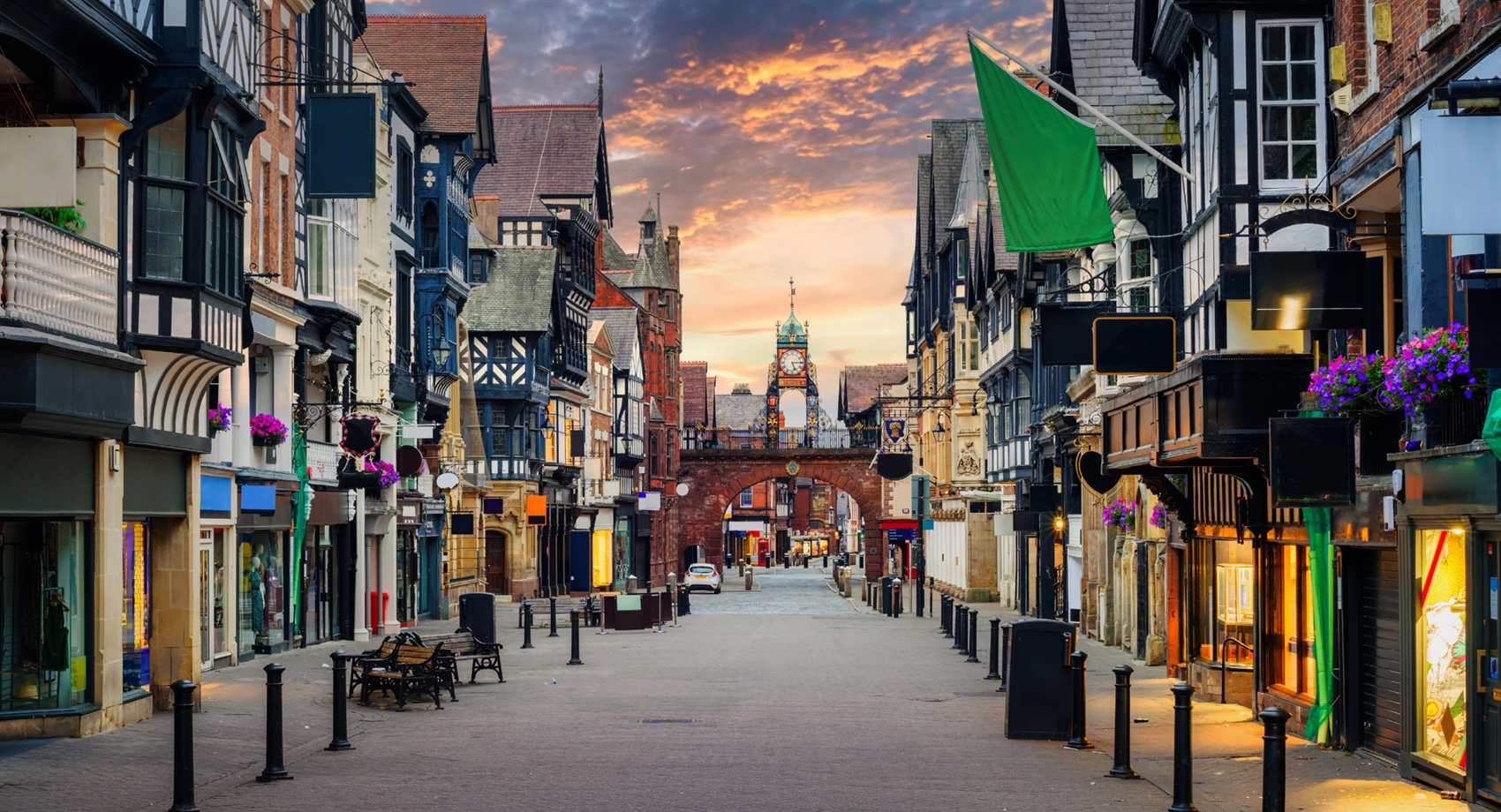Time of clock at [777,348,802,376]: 5:14
